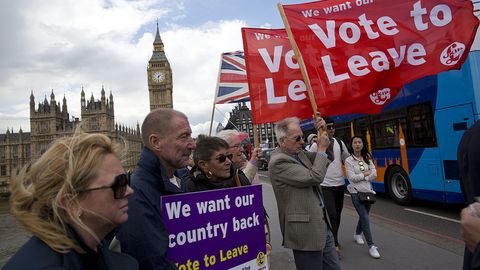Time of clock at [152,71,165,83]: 1:31
